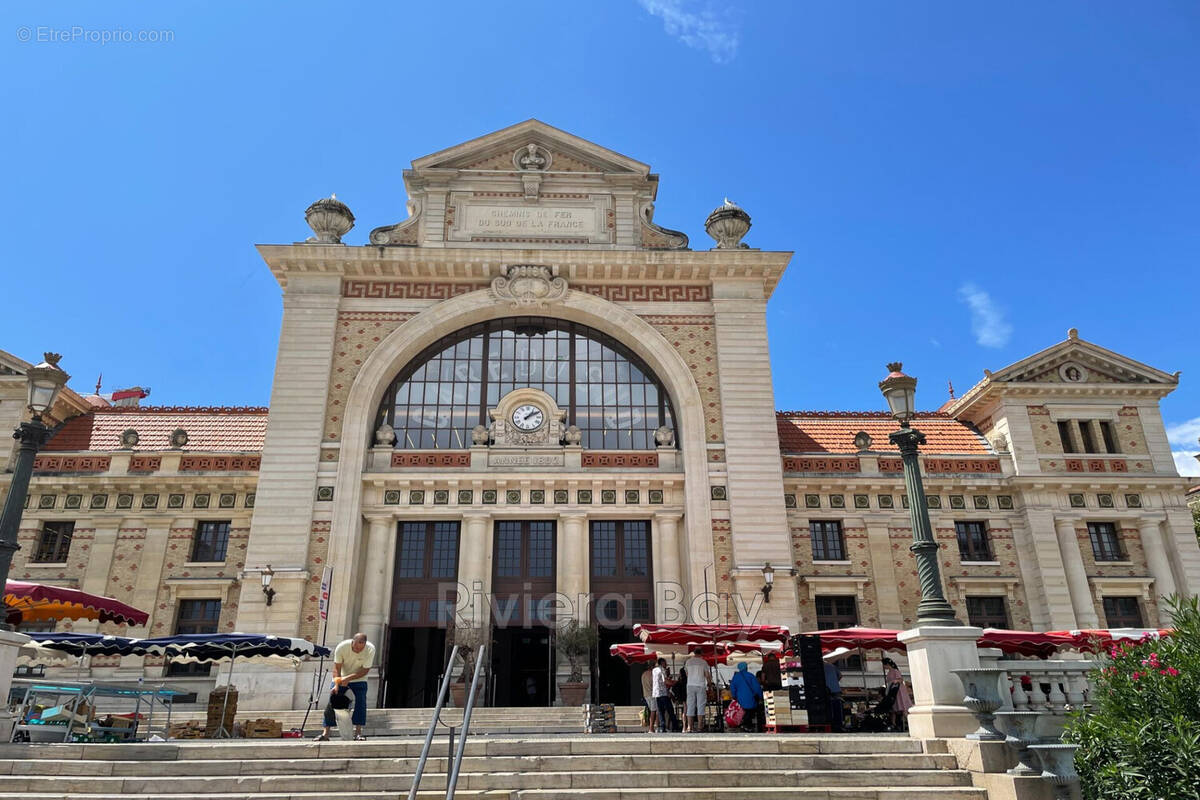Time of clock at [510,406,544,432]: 1:09
